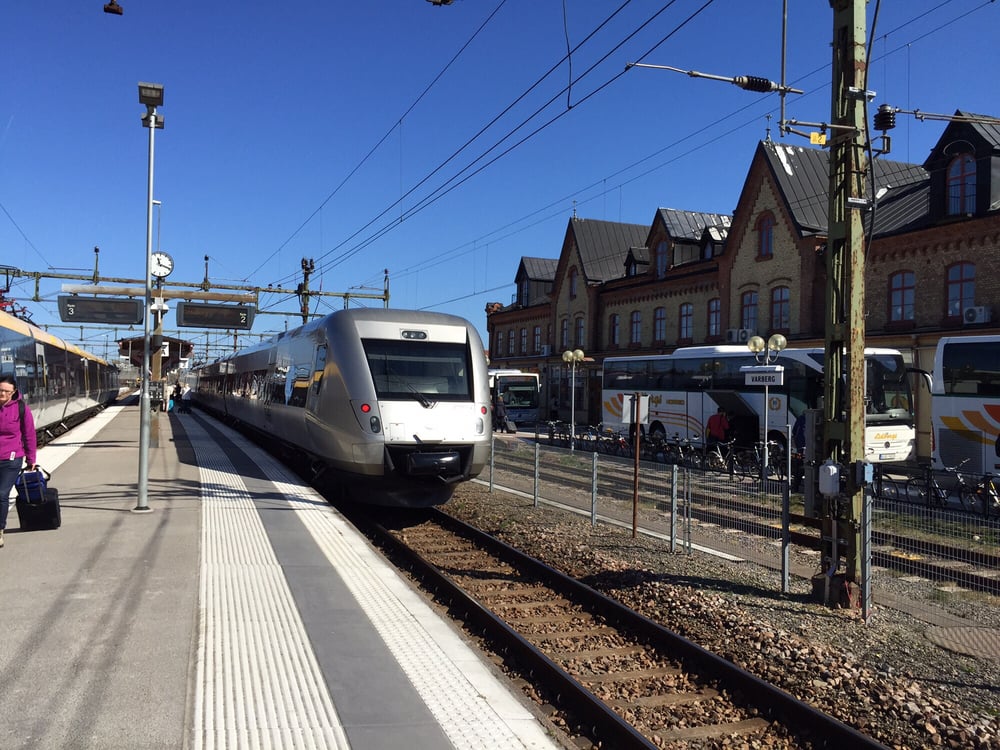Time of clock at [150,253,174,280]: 11:18
